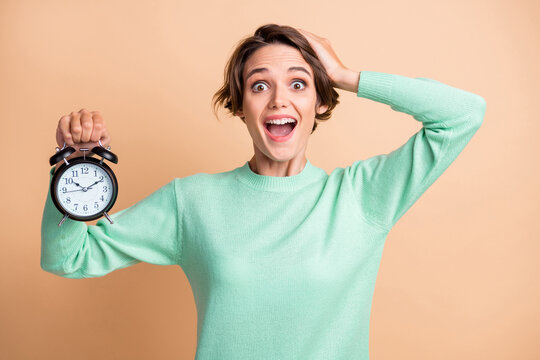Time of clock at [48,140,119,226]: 10:10
